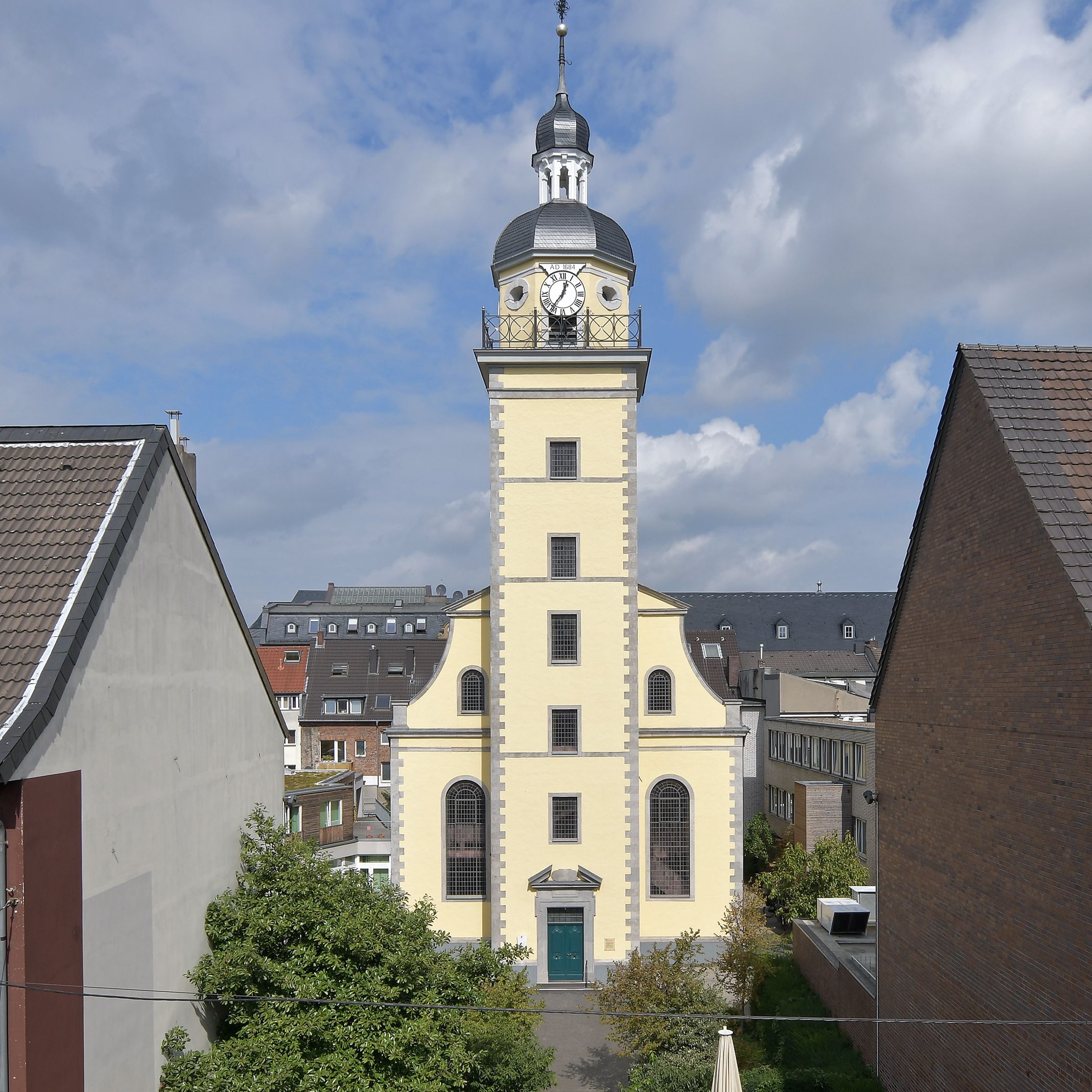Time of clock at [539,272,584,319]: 12:36
